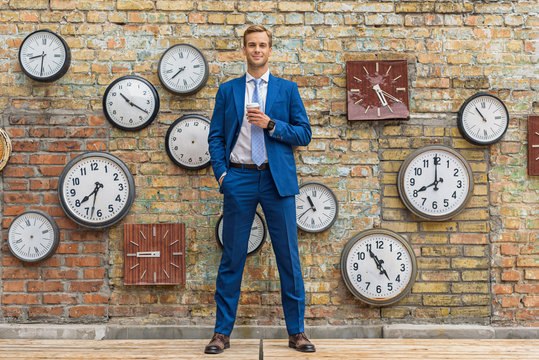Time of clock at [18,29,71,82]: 8:30
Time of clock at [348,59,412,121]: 5:20
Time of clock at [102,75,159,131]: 10:20
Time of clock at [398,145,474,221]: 7:59
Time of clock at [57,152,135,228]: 7:32
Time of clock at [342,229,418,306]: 4:54
